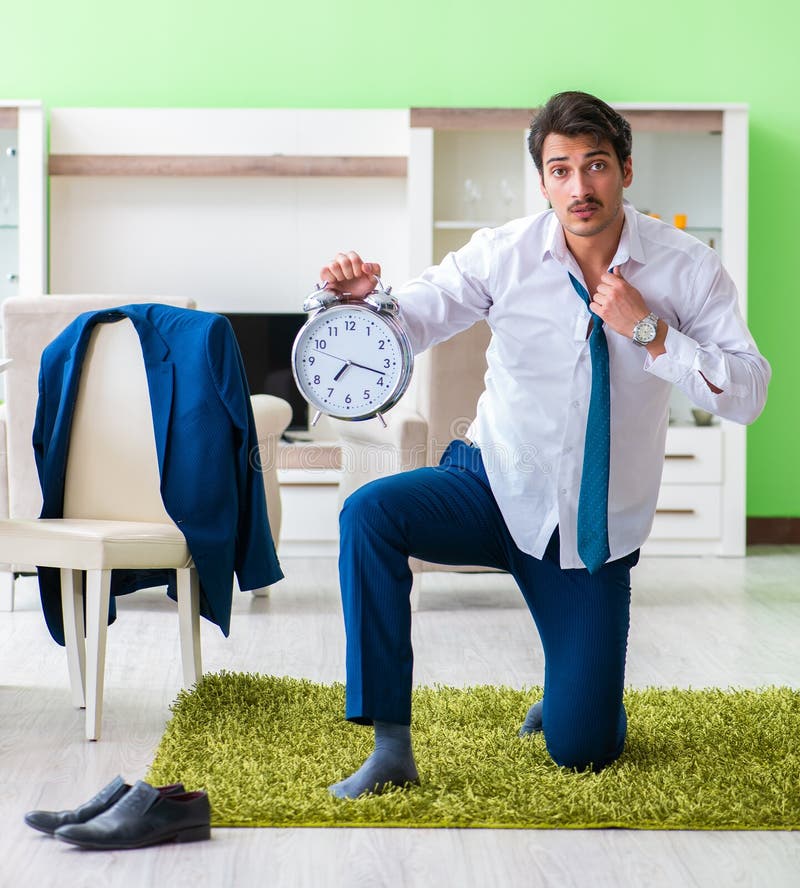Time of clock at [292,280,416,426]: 7:17
